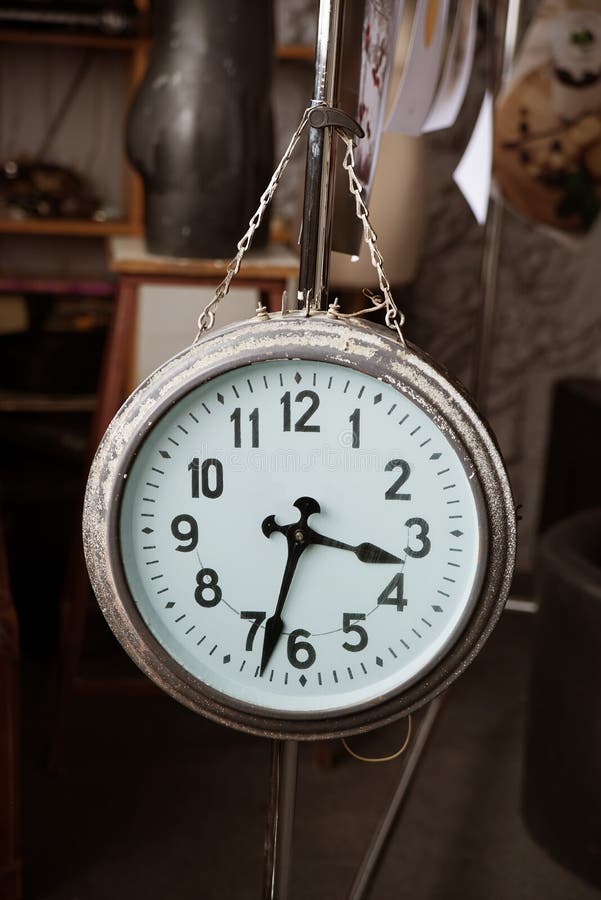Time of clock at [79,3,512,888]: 3:32
